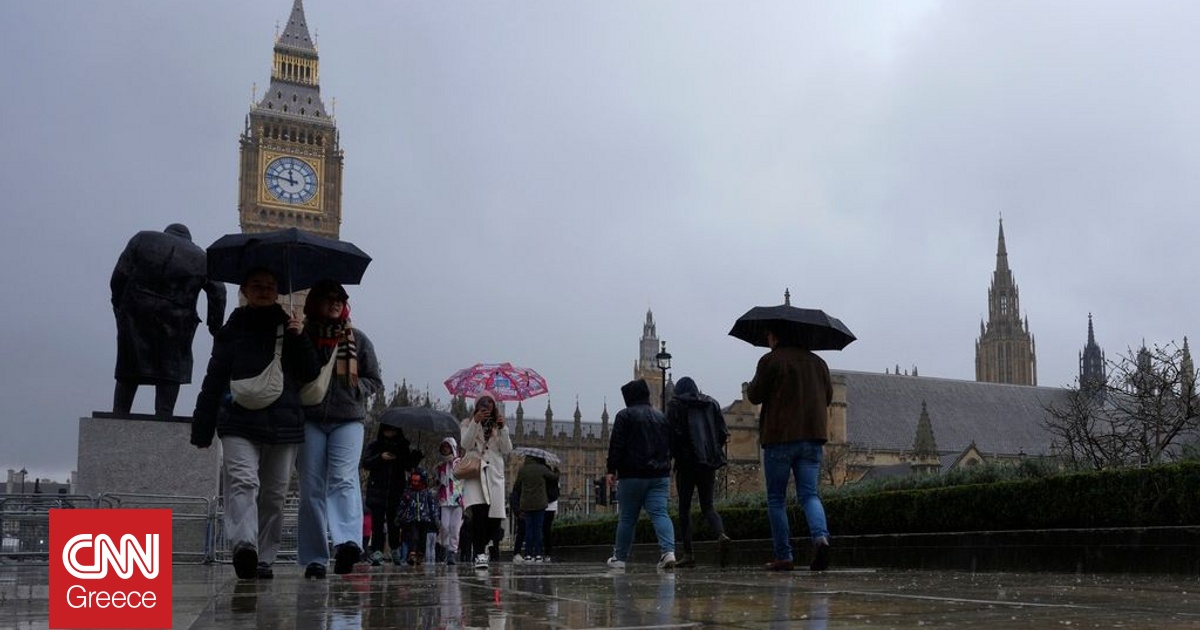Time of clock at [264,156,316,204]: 11:46
